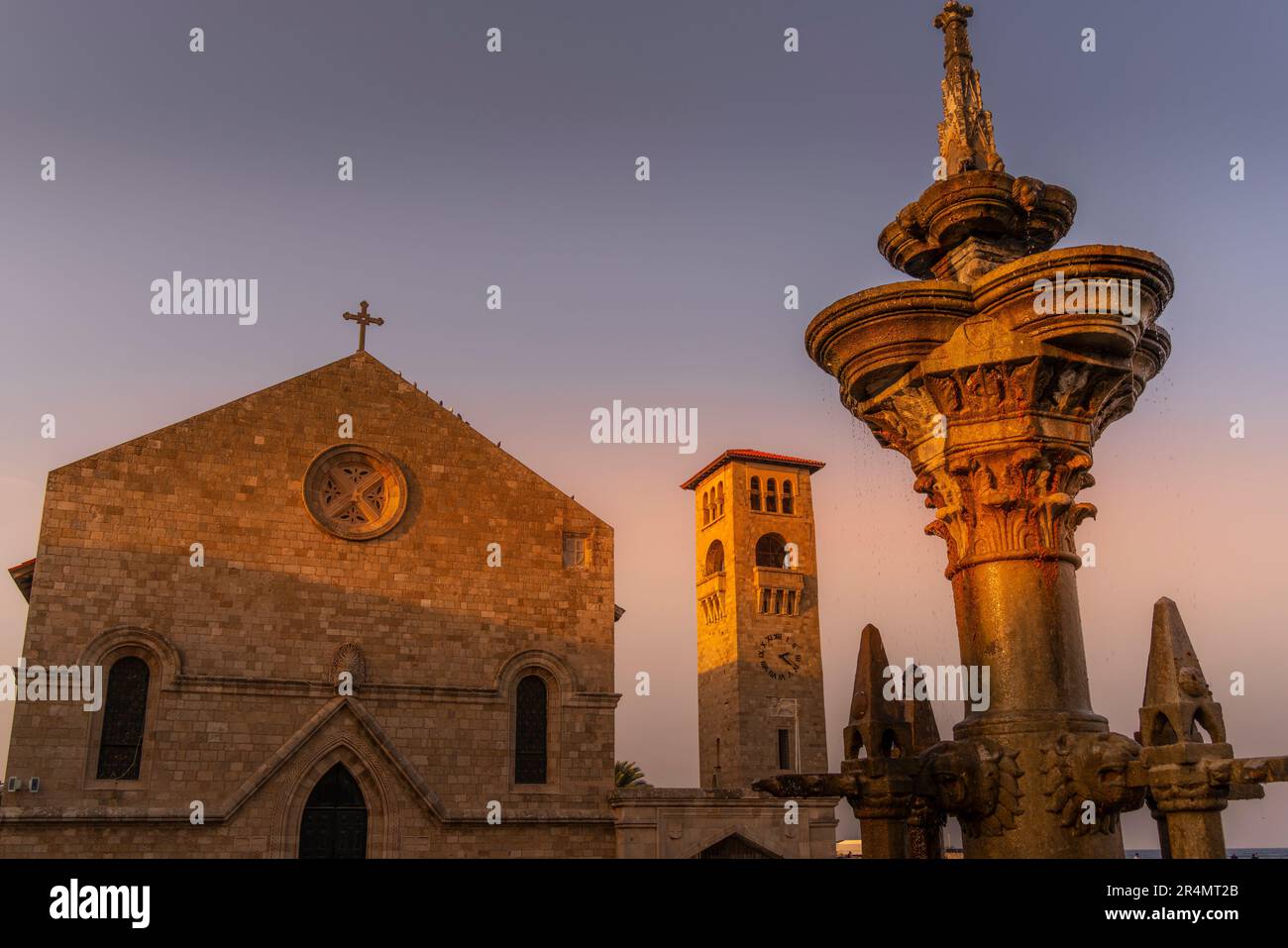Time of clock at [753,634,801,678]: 2:21
